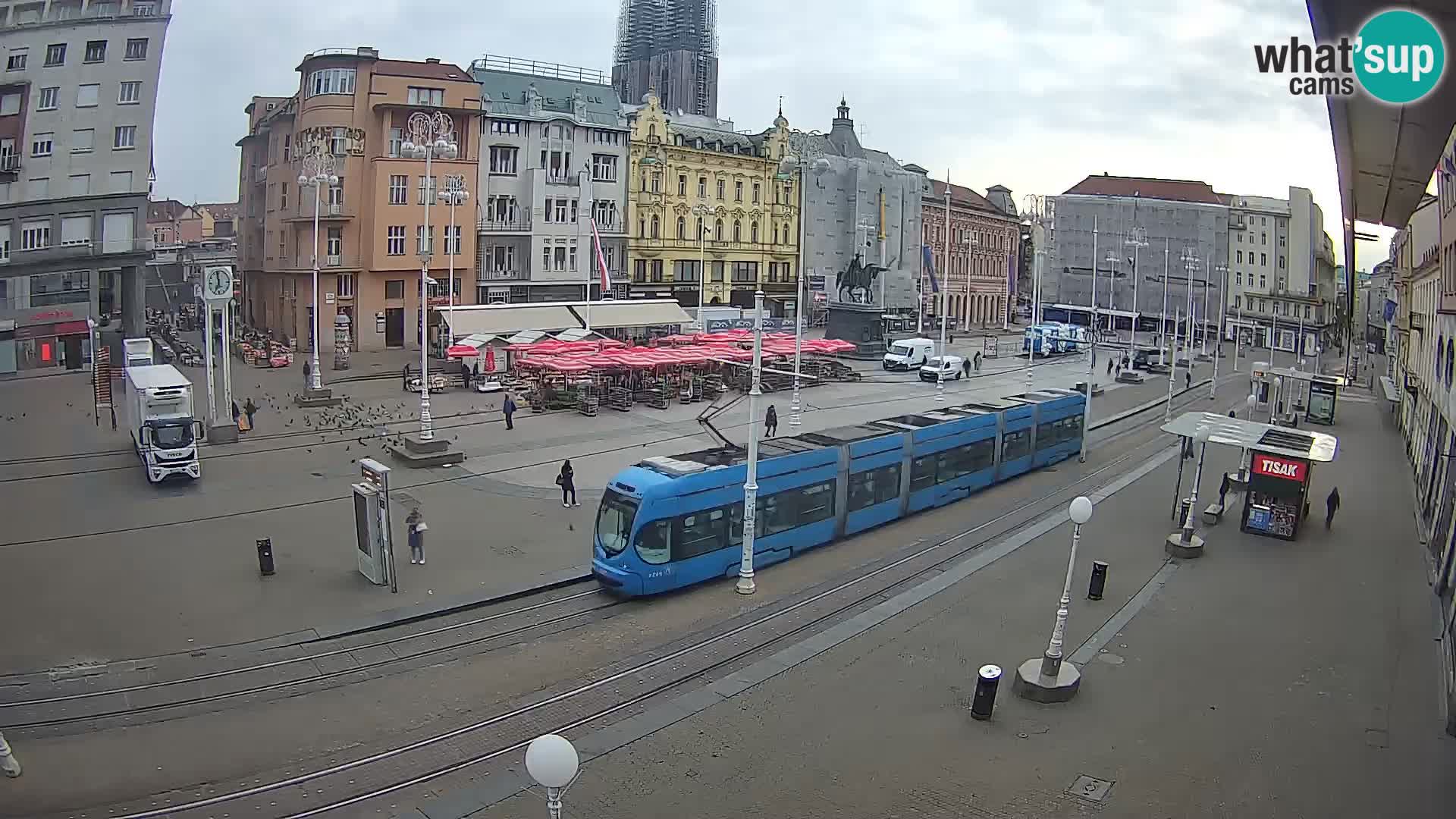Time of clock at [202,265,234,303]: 6:59
